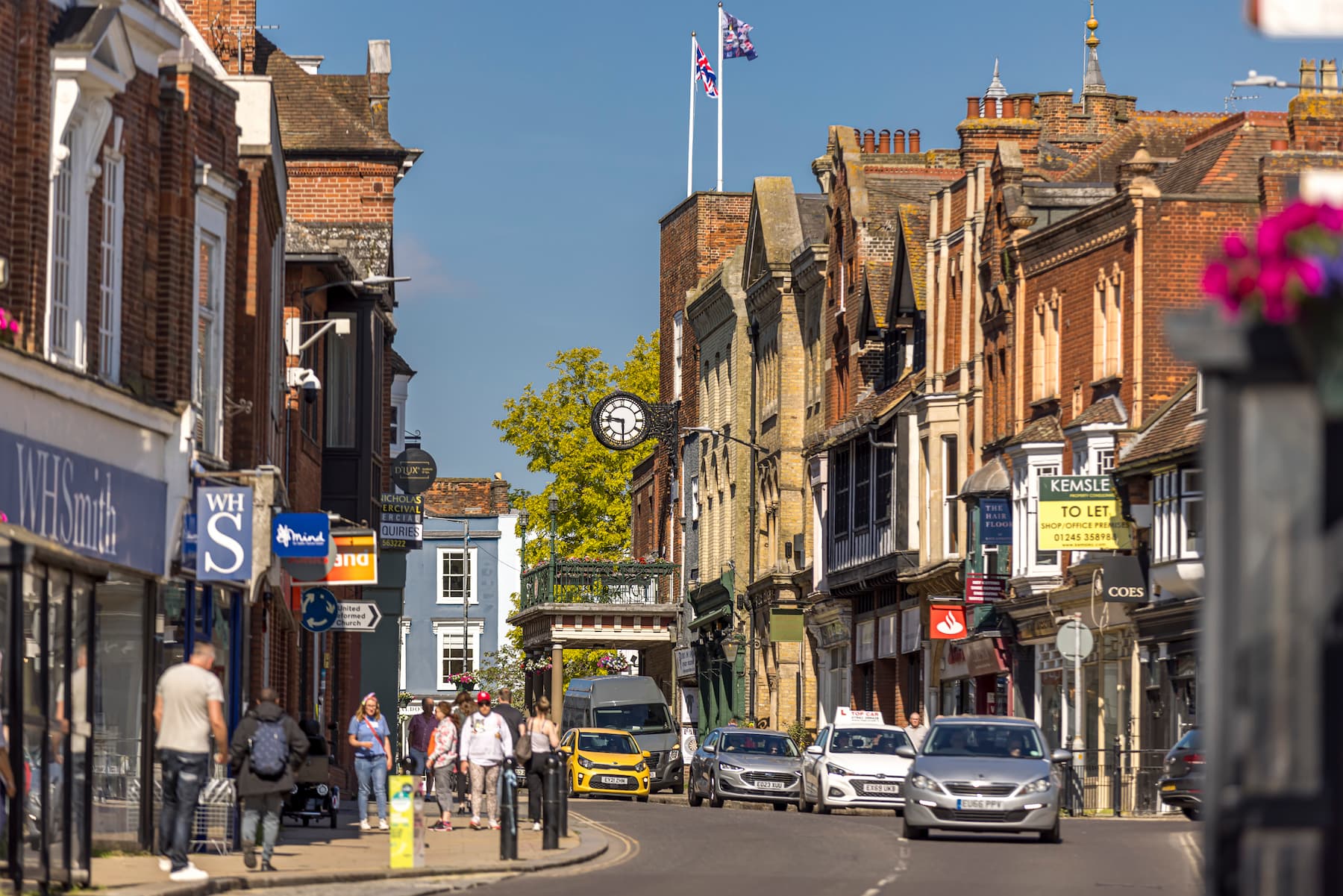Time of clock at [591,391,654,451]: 5:46
